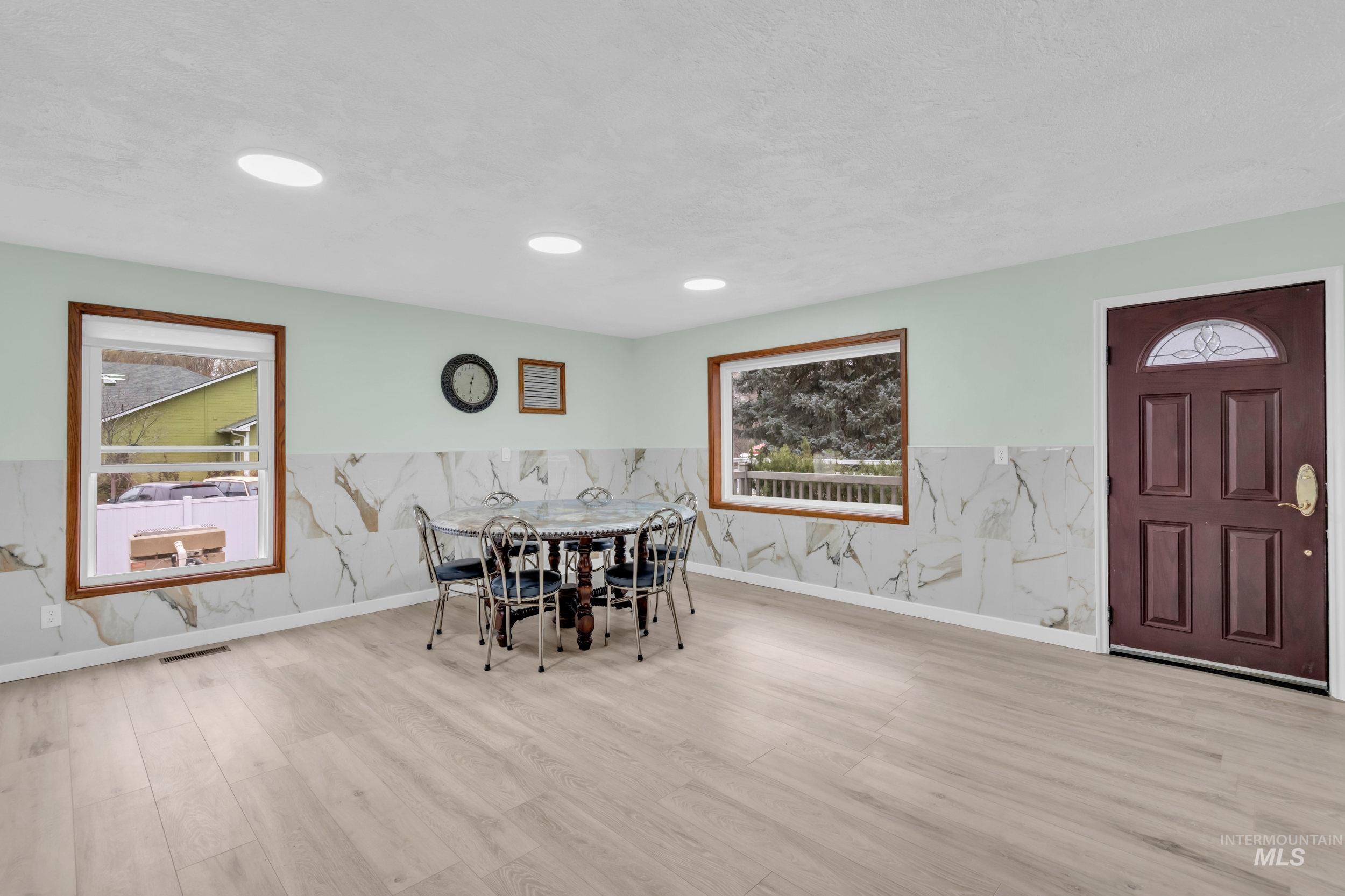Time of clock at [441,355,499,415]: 12:31
